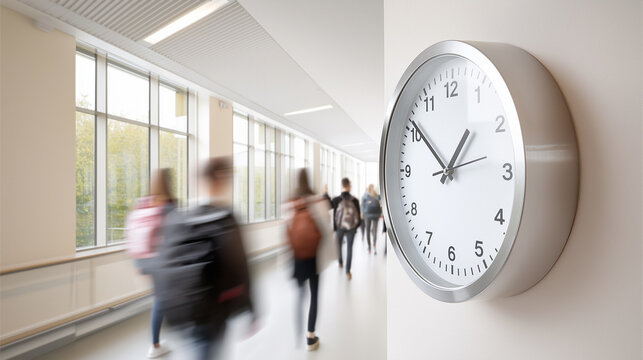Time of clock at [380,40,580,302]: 12:51
